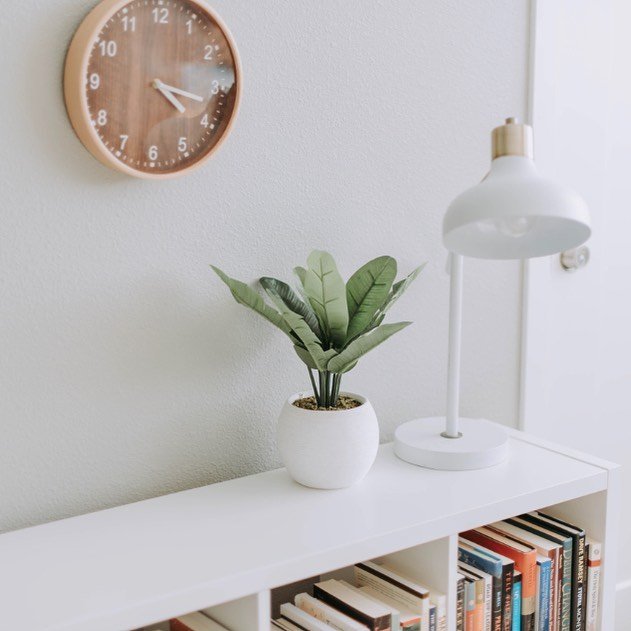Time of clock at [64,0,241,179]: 4:17
